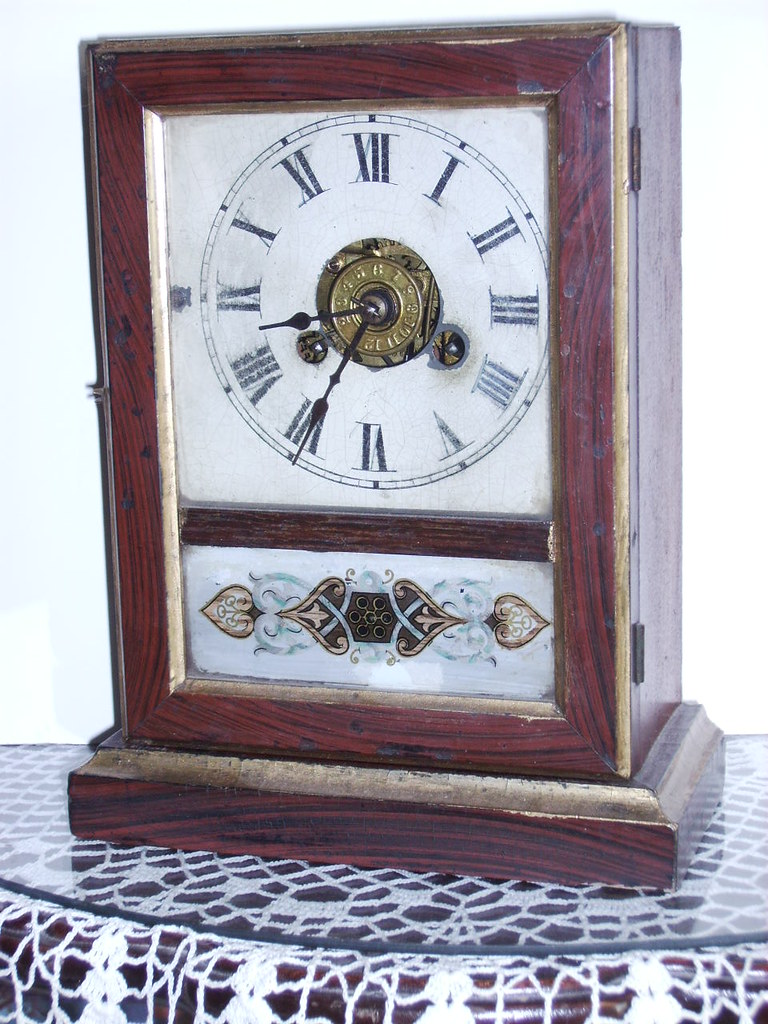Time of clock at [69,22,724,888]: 3:34
